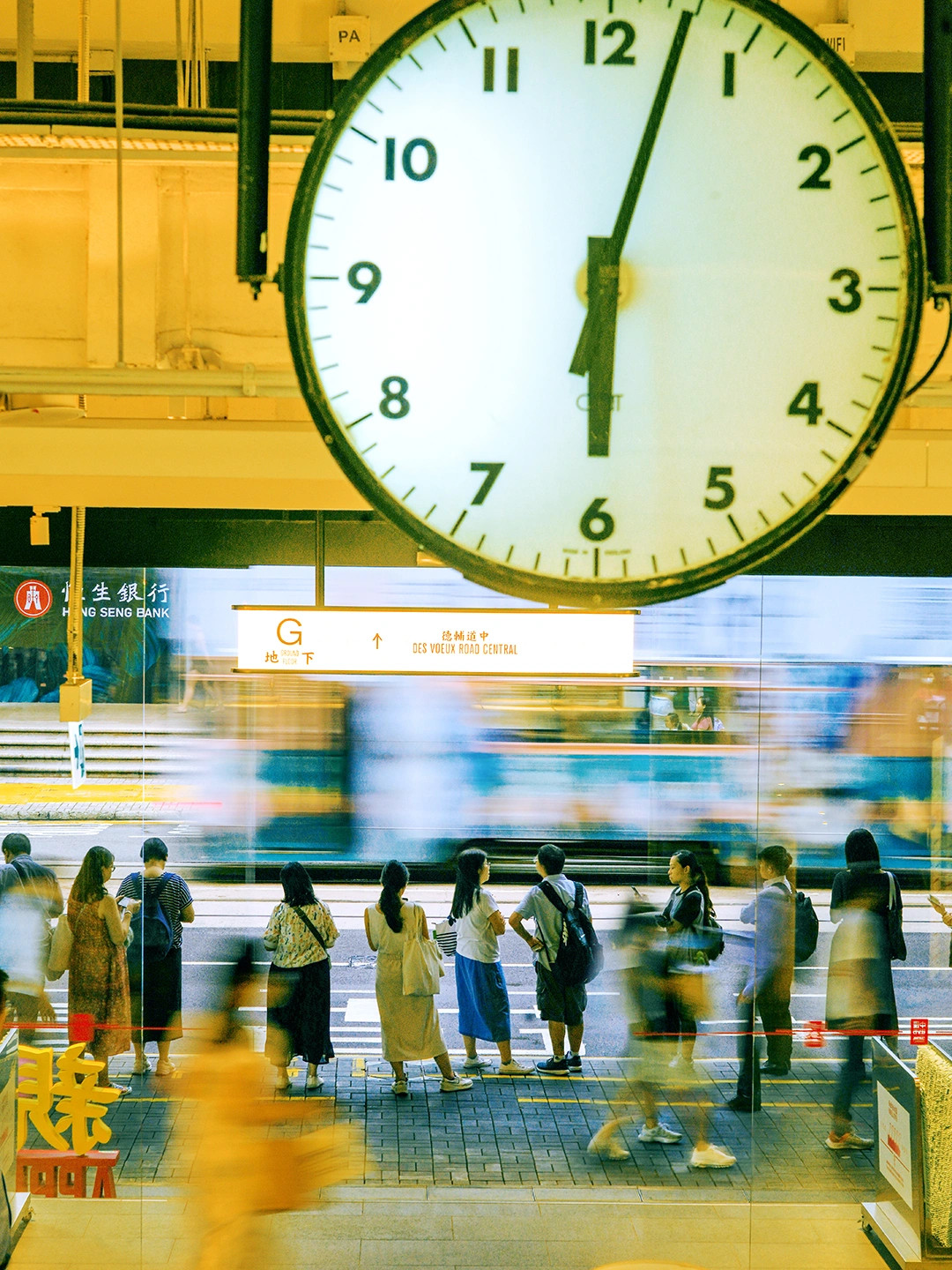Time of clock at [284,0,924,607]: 6:02
